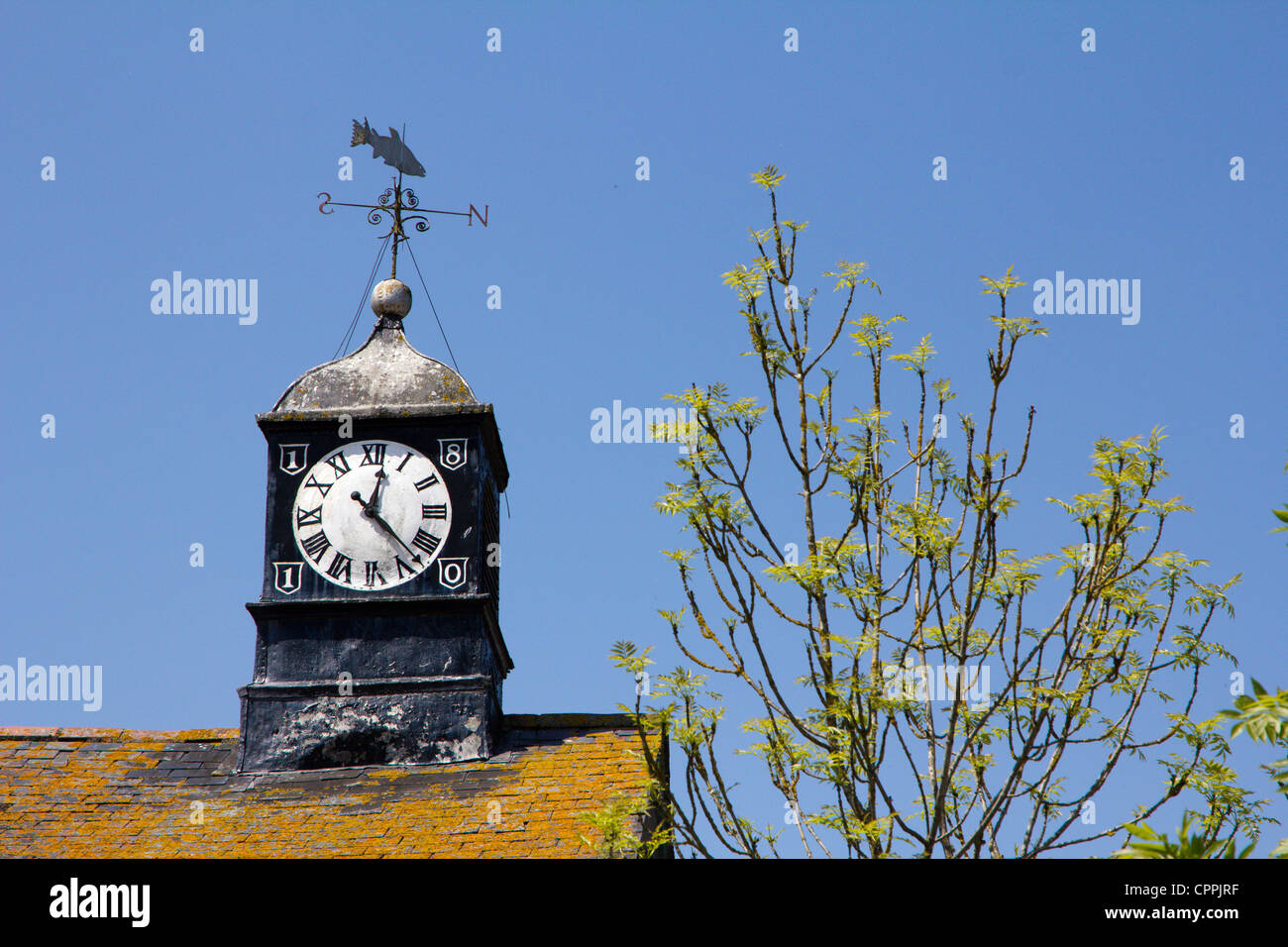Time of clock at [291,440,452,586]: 12:22
